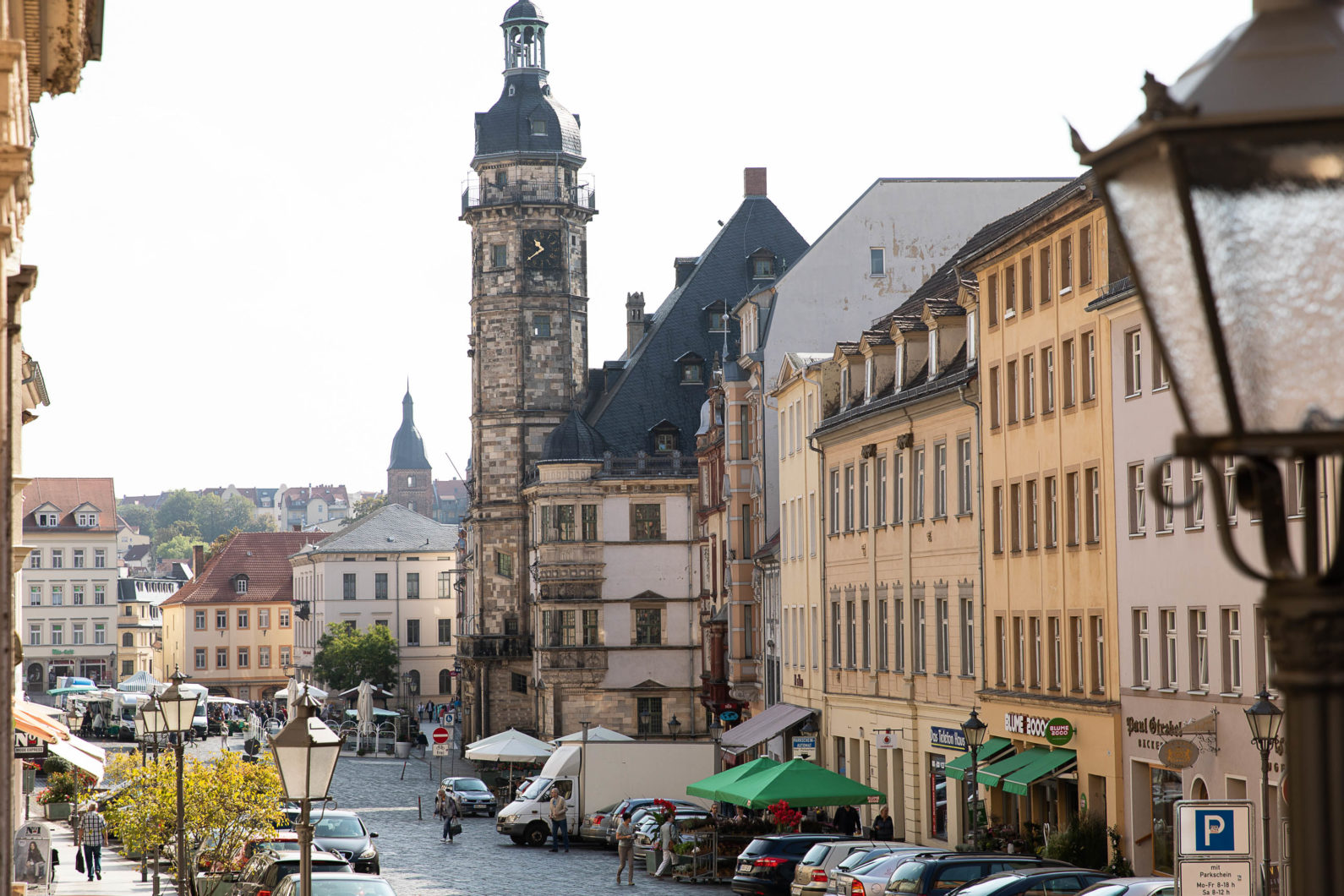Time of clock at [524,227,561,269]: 10:39
